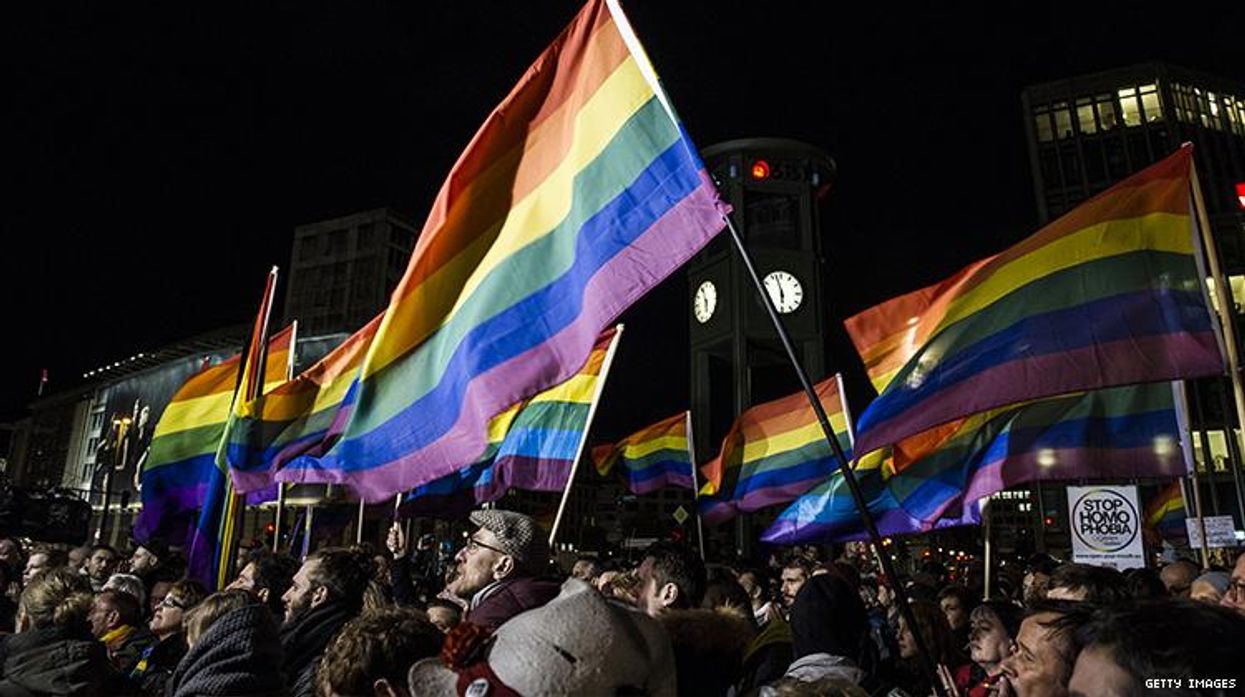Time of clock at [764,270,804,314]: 5:57
